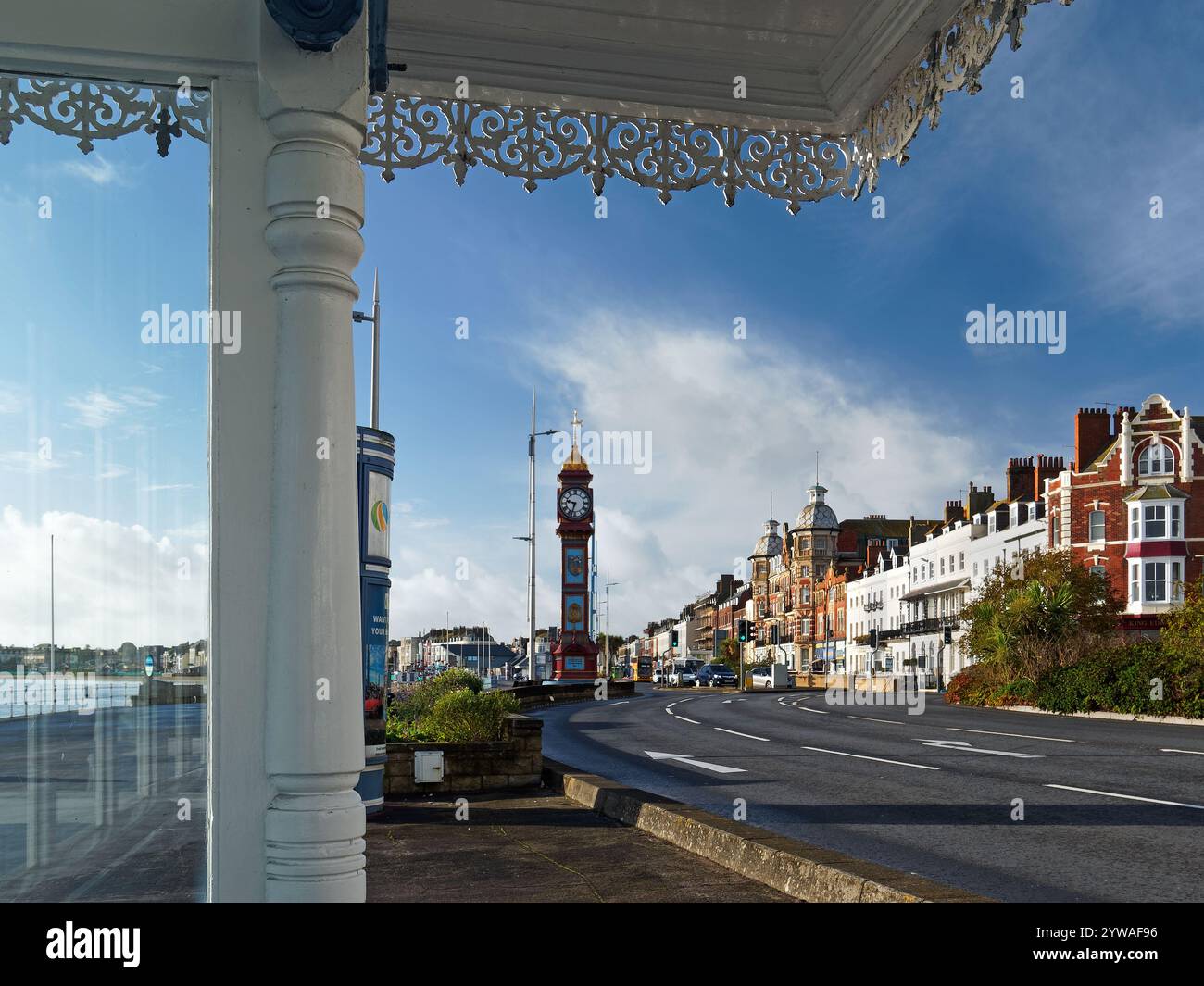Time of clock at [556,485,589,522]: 9:33
